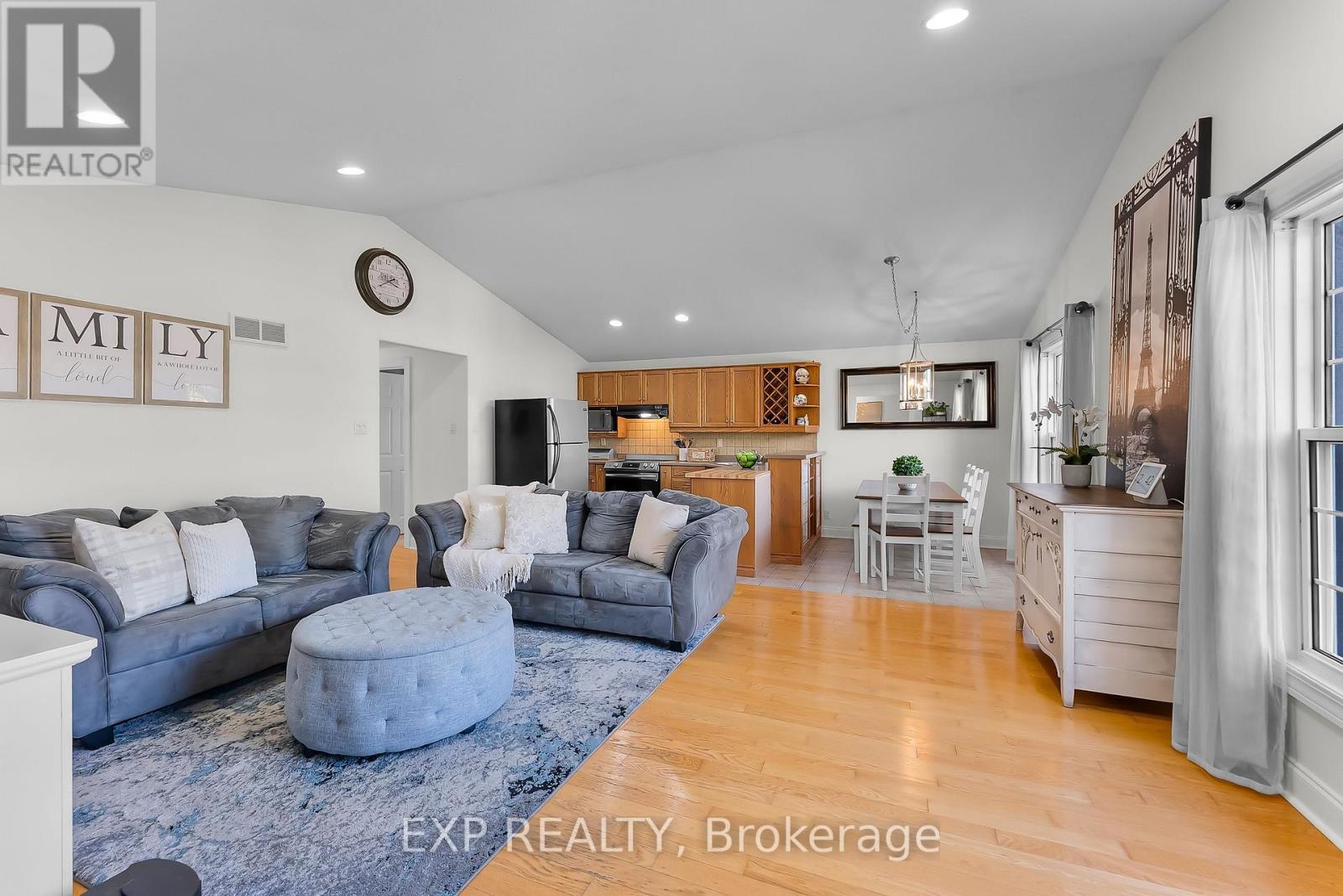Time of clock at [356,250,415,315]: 3:39
